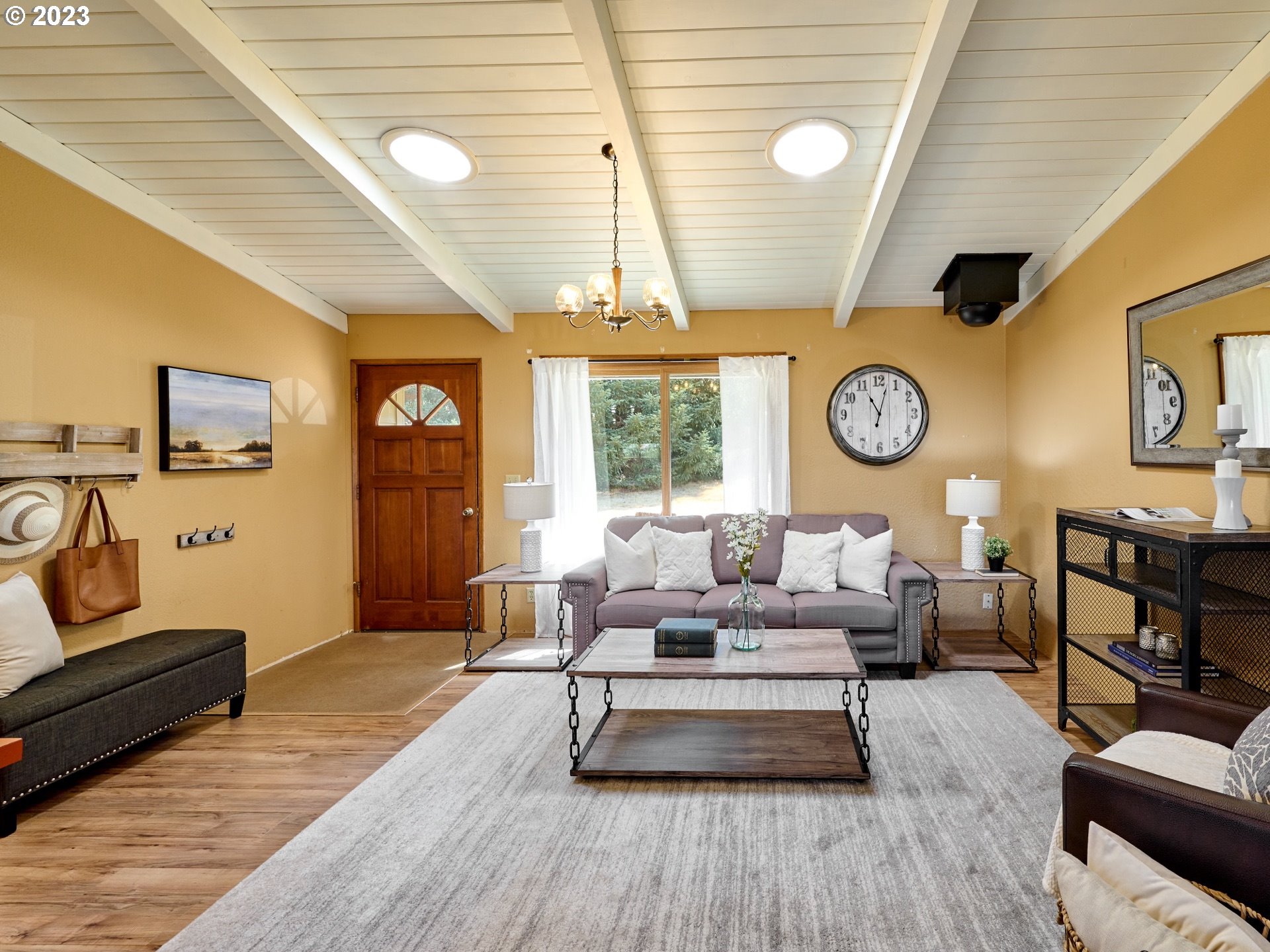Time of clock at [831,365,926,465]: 11:02
